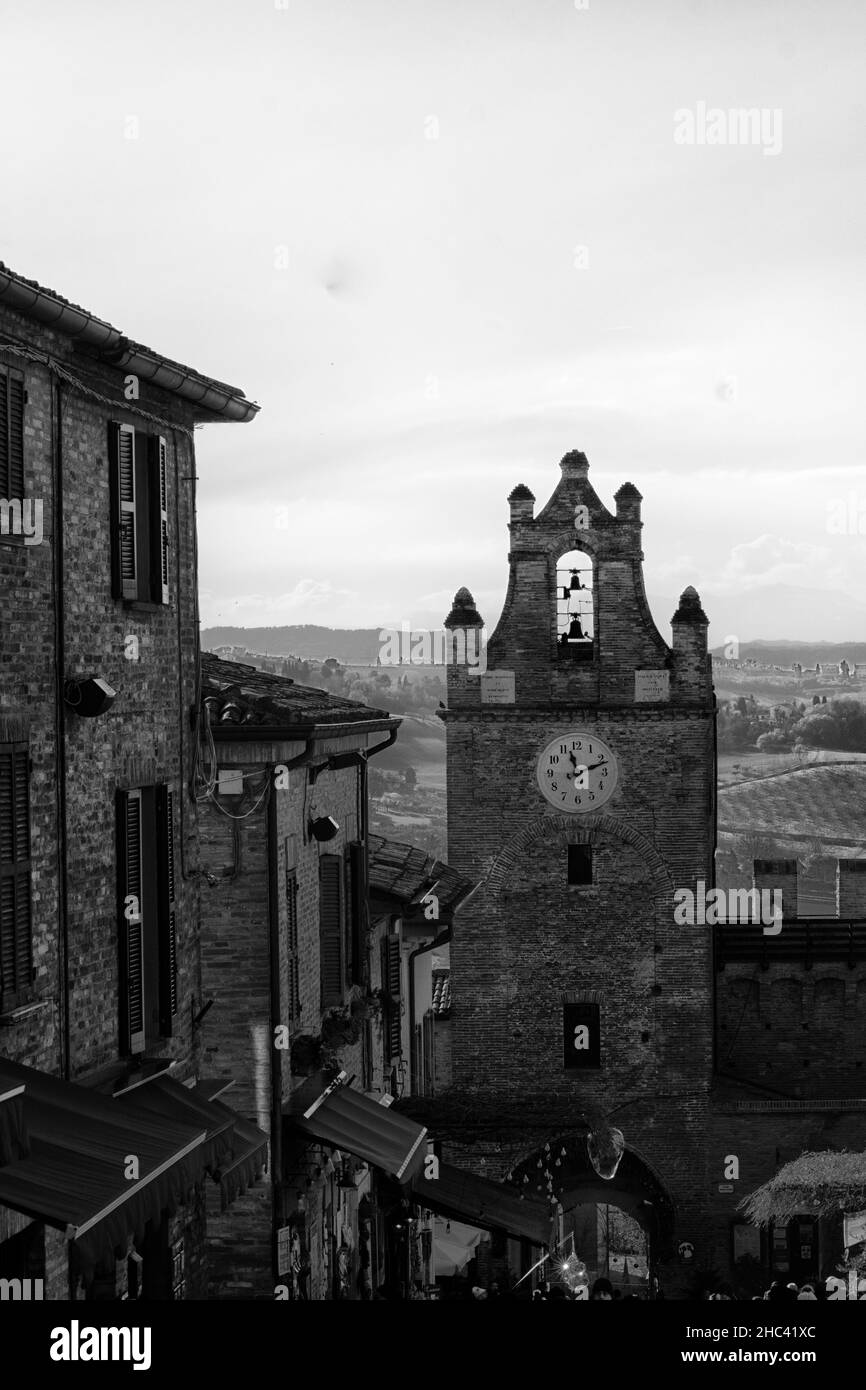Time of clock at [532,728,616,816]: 11:11
